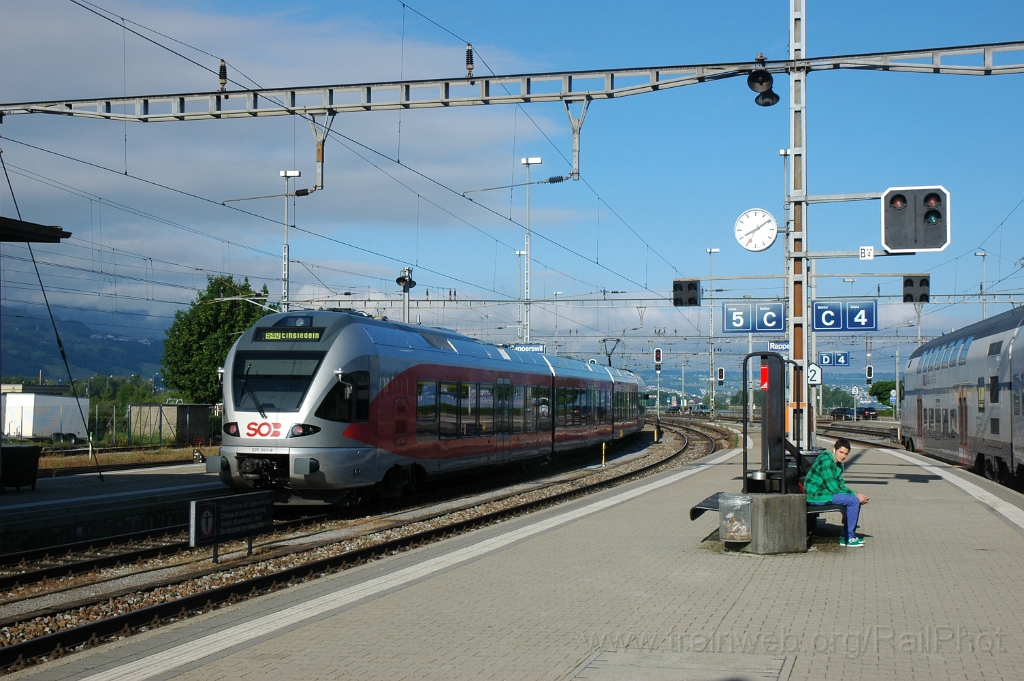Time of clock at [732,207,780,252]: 8:09
